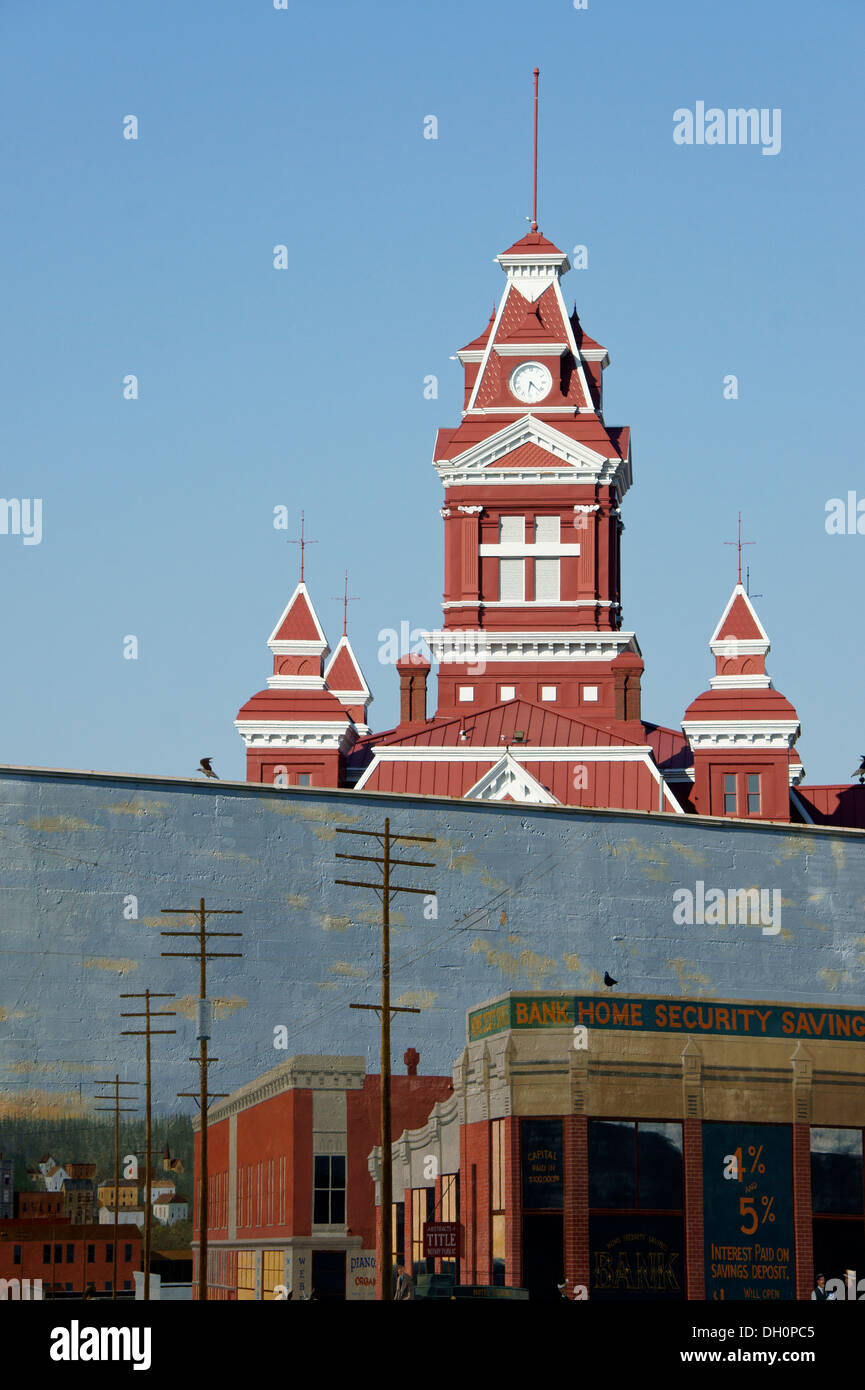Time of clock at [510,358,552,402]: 6:22
